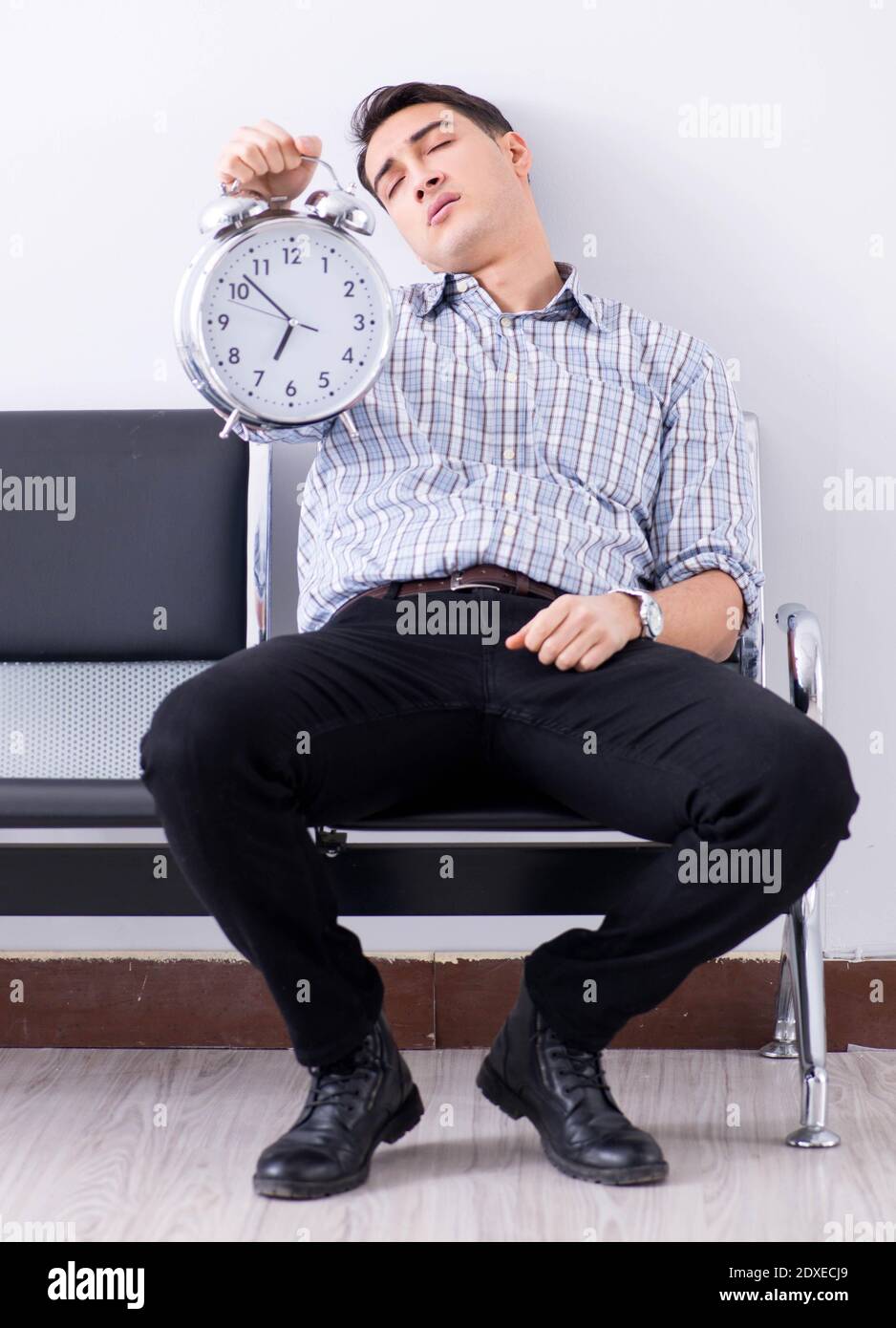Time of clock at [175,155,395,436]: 6:52
